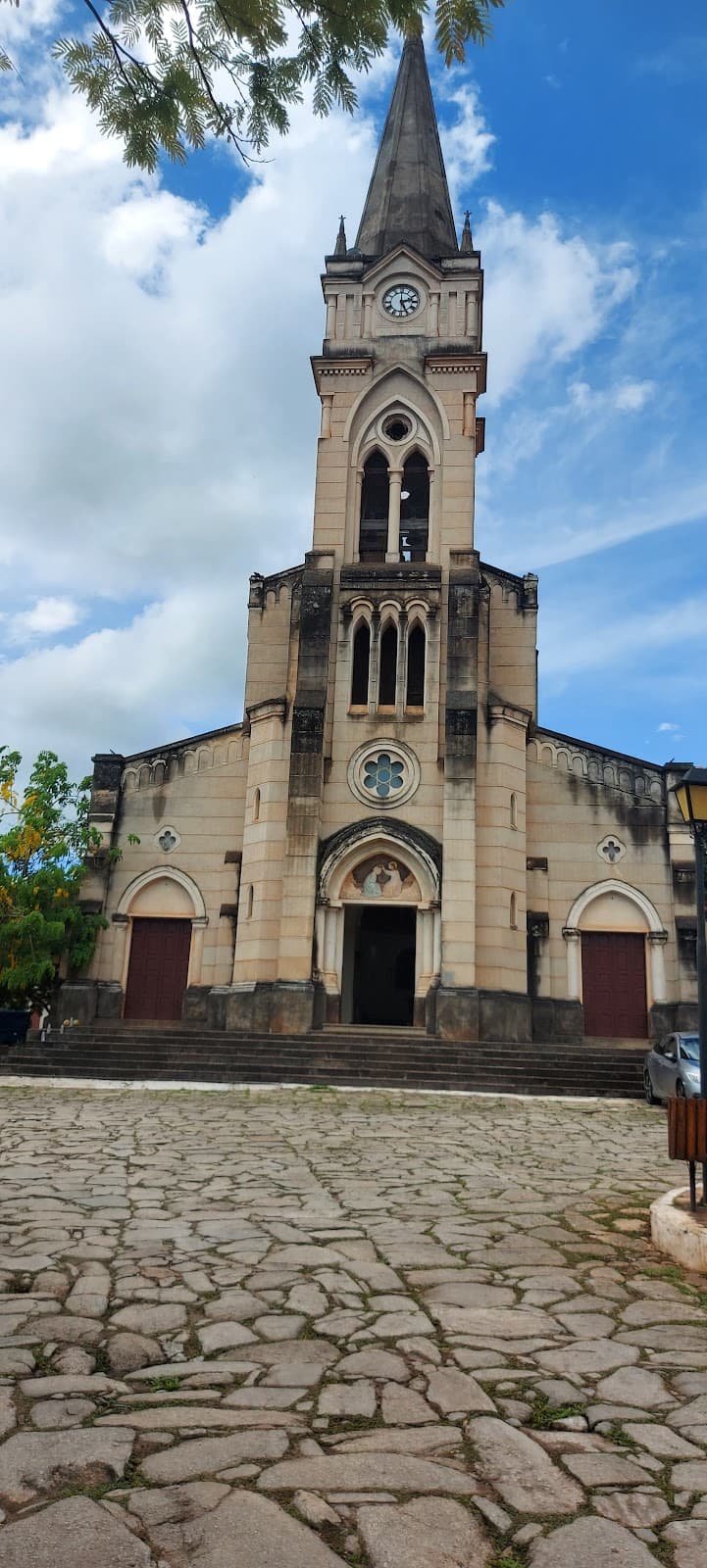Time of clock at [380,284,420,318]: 2:25
